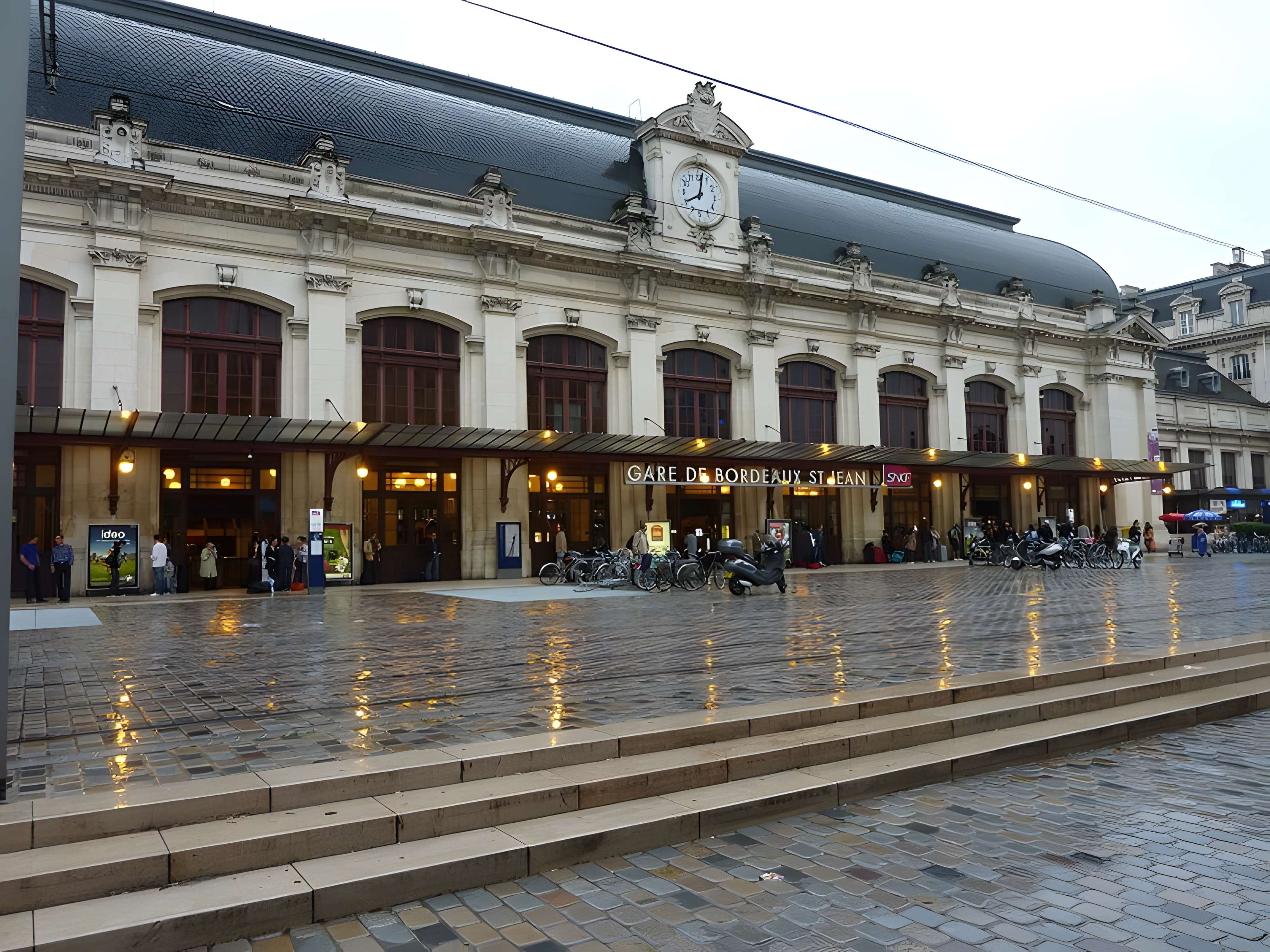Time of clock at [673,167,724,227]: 8:01
